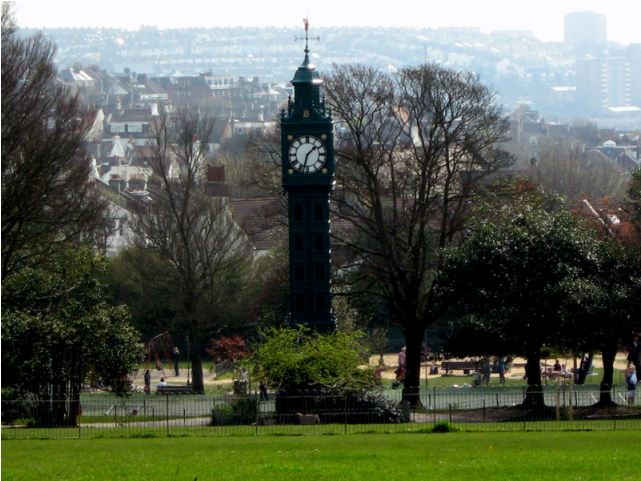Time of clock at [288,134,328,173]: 1:32
